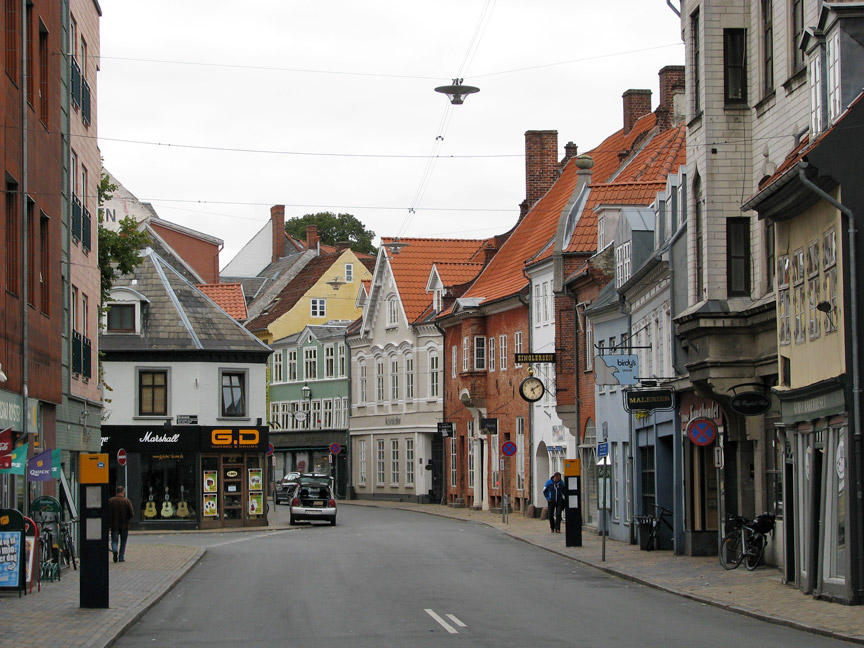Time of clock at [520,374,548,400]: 5:09
